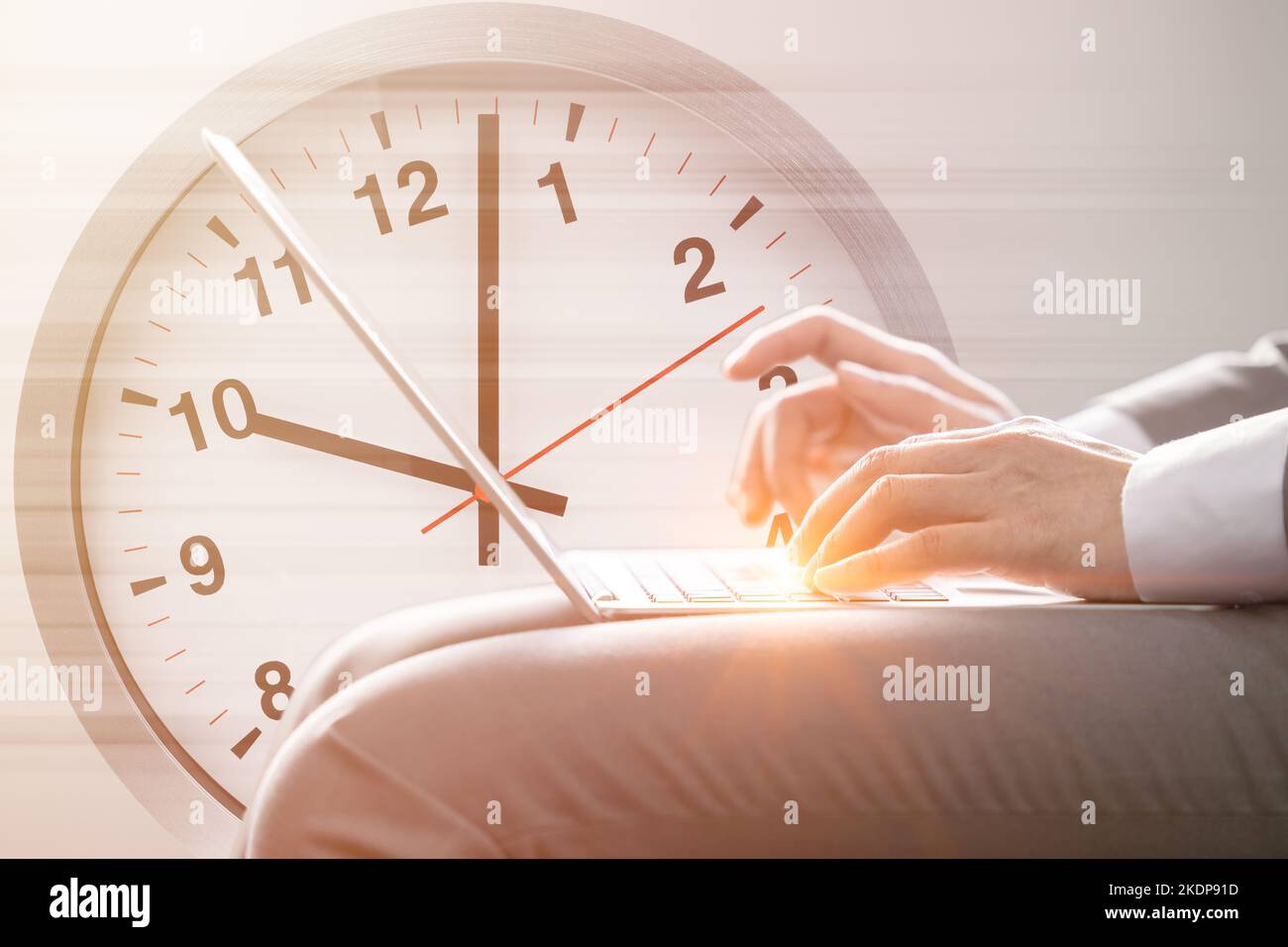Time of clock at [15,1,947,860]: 10:02
